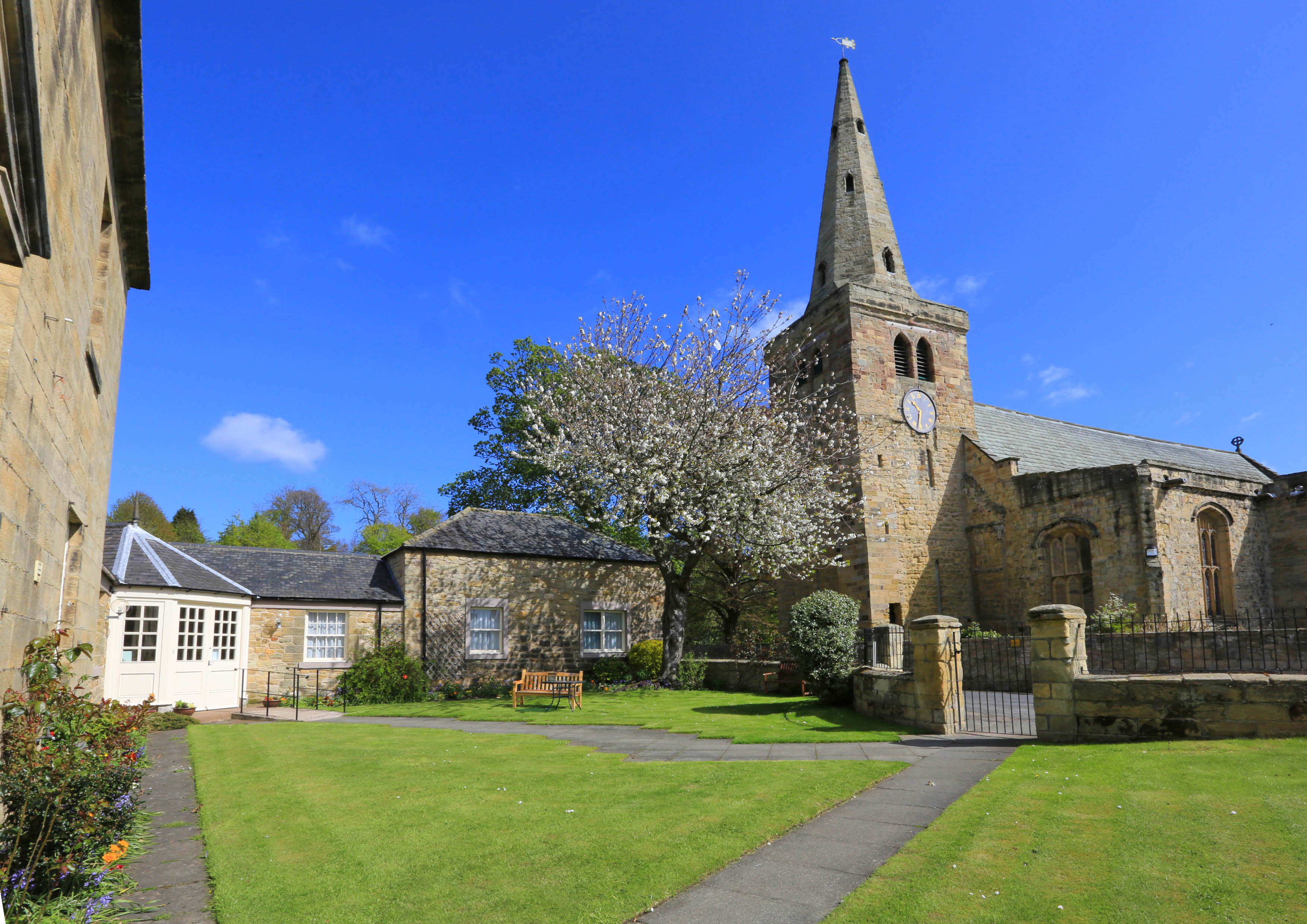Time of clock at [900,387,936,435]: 10:32
